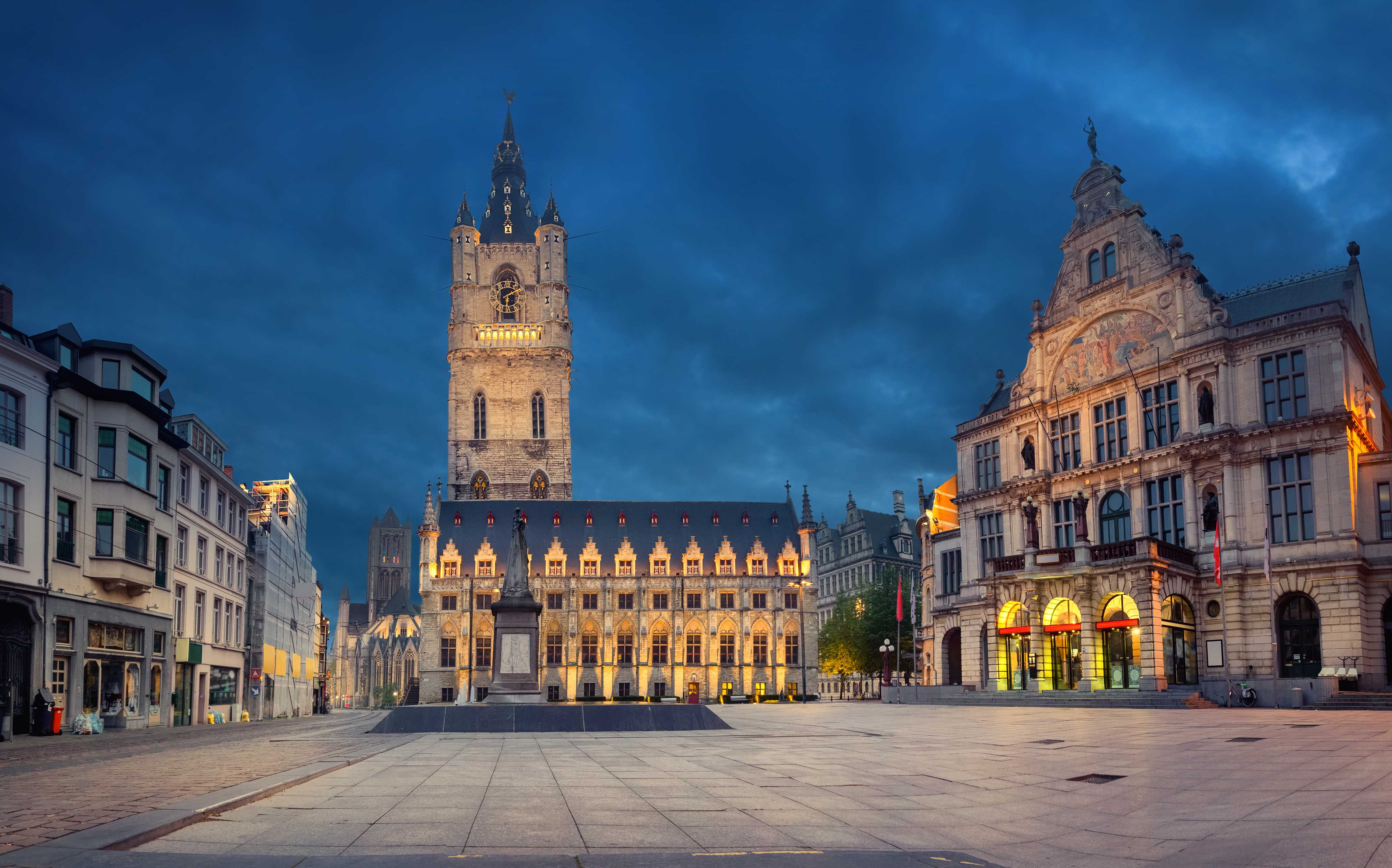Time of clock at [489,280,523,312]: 6:10
